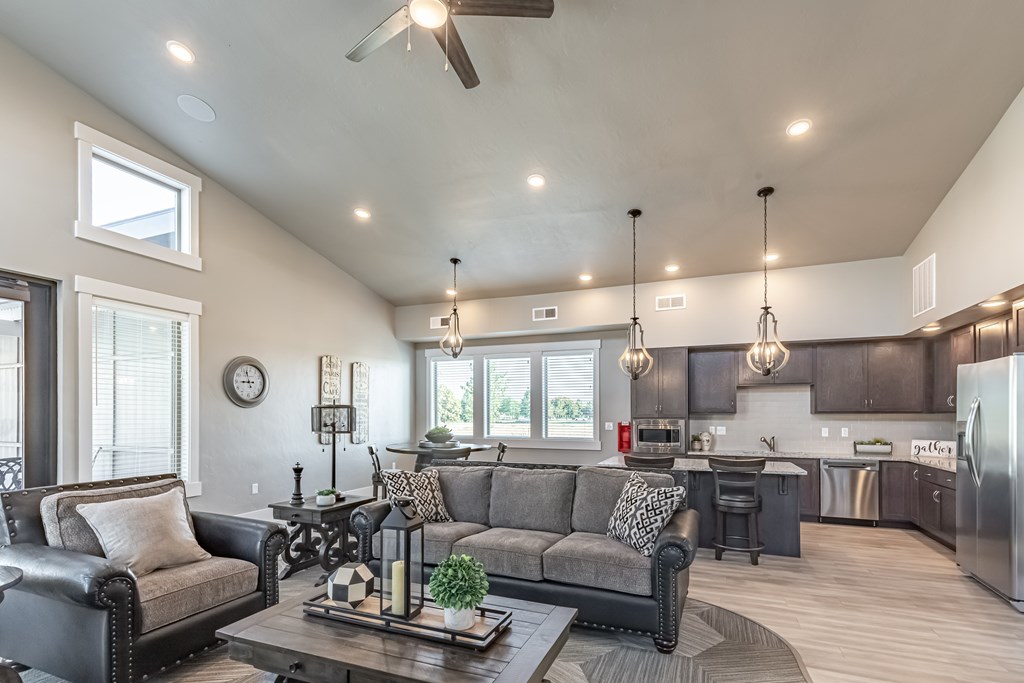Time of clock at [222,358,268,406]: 8:57
